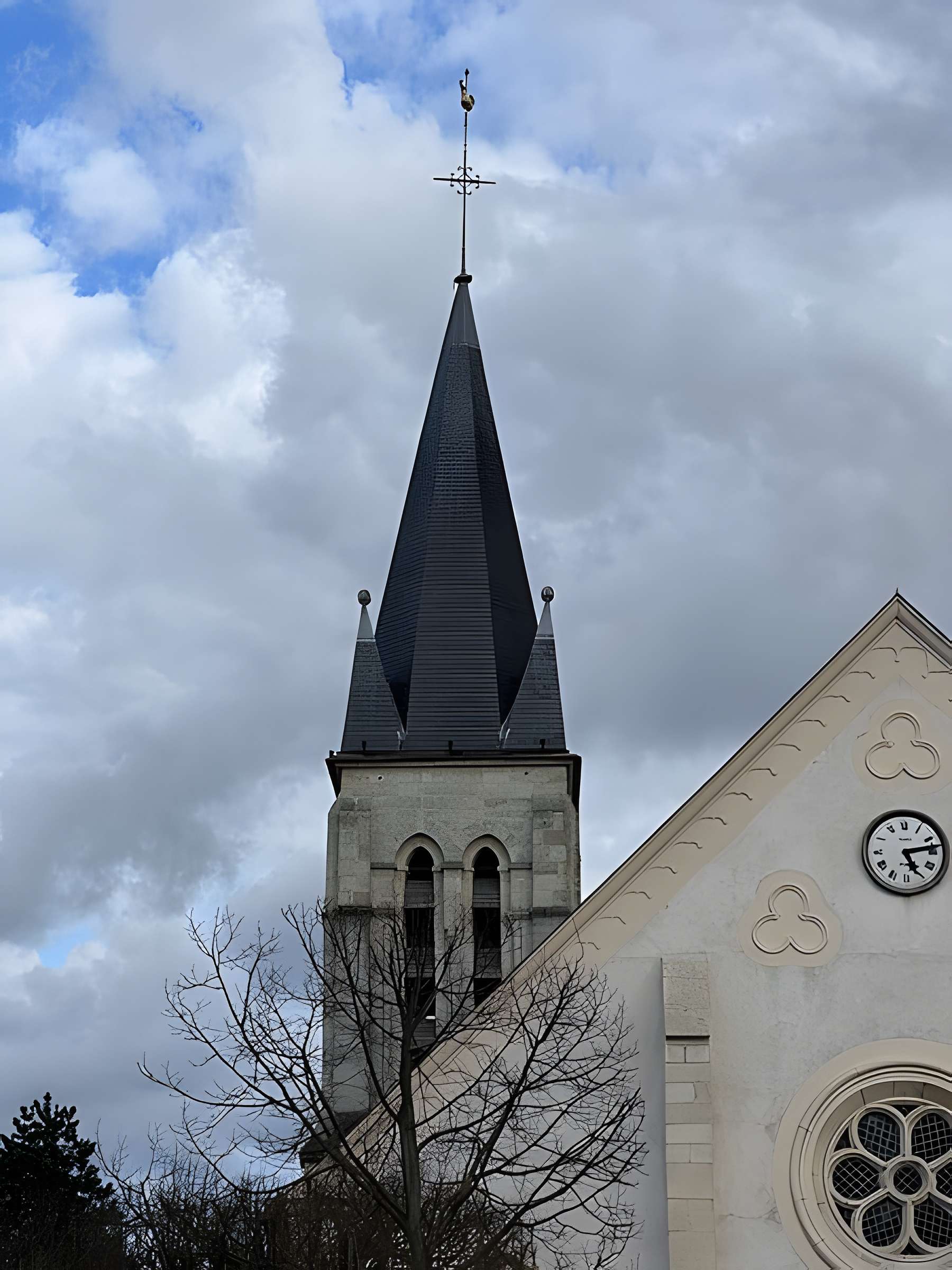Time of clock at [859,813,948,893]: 5:13
